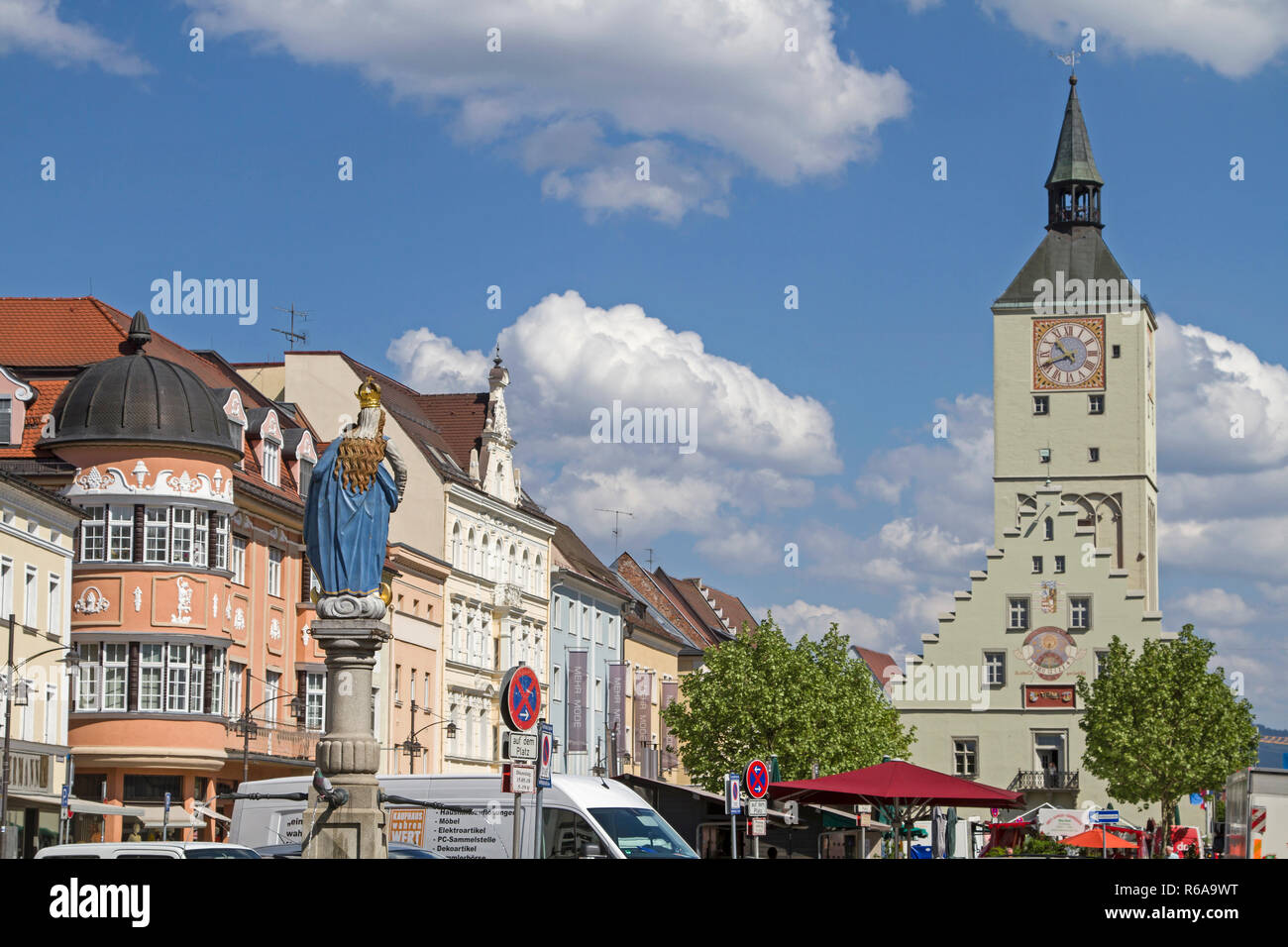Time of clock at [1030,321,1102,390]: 10:41
